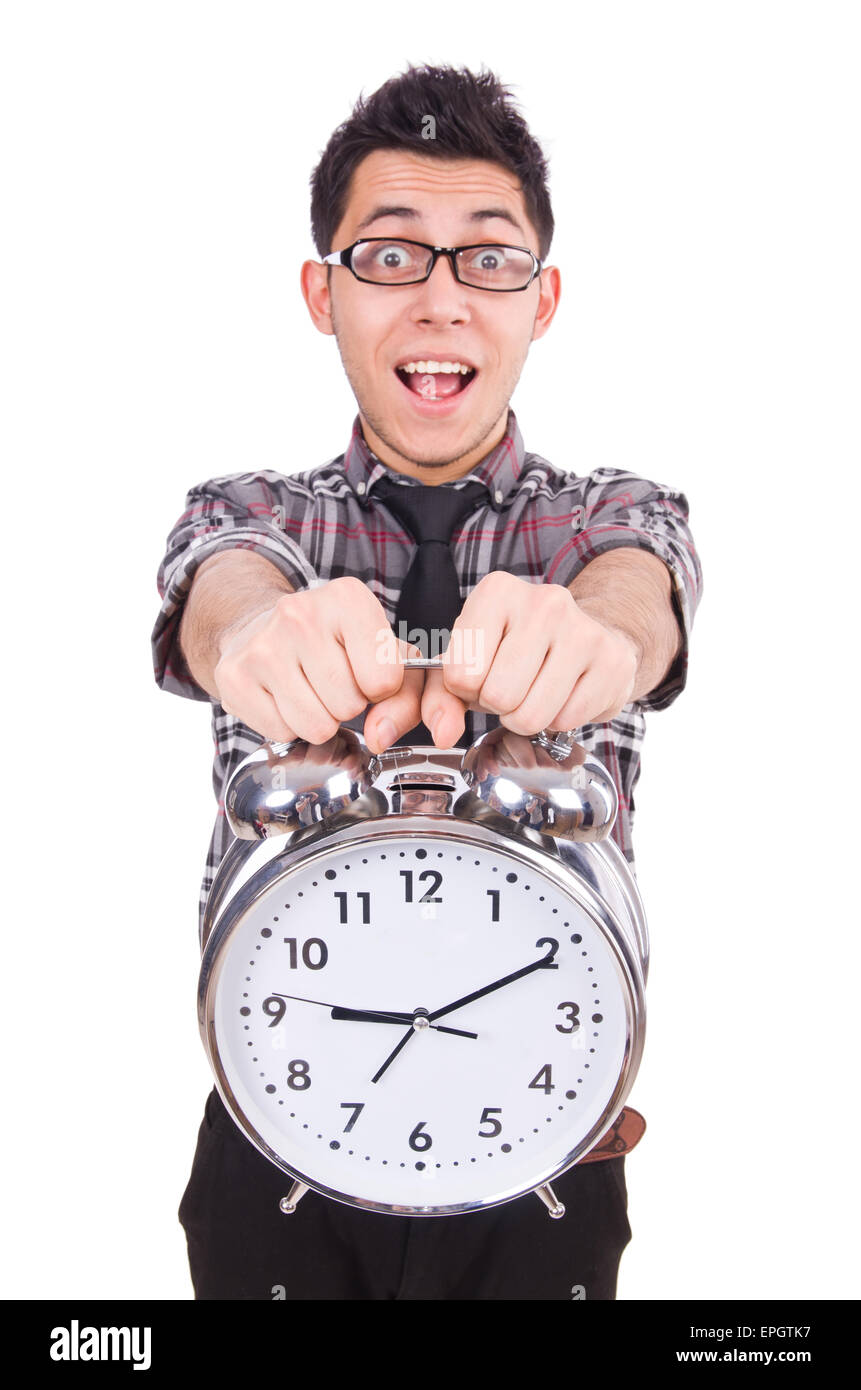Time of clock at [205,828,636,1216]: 9:10
